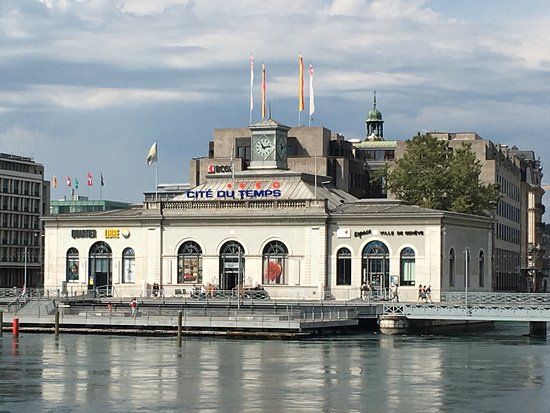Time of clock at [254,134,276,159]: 11:13
